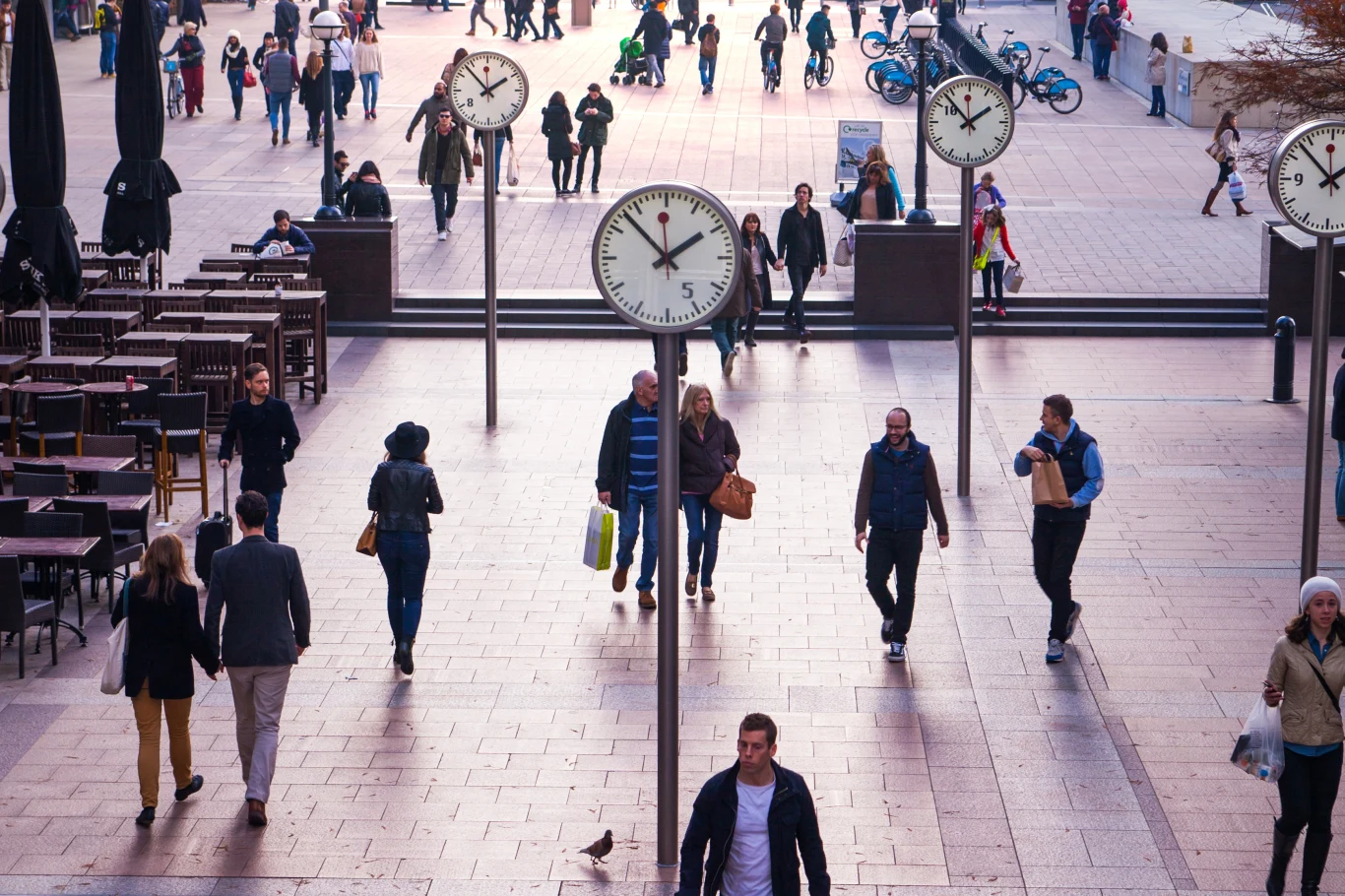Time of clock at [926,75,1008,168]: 1:52
